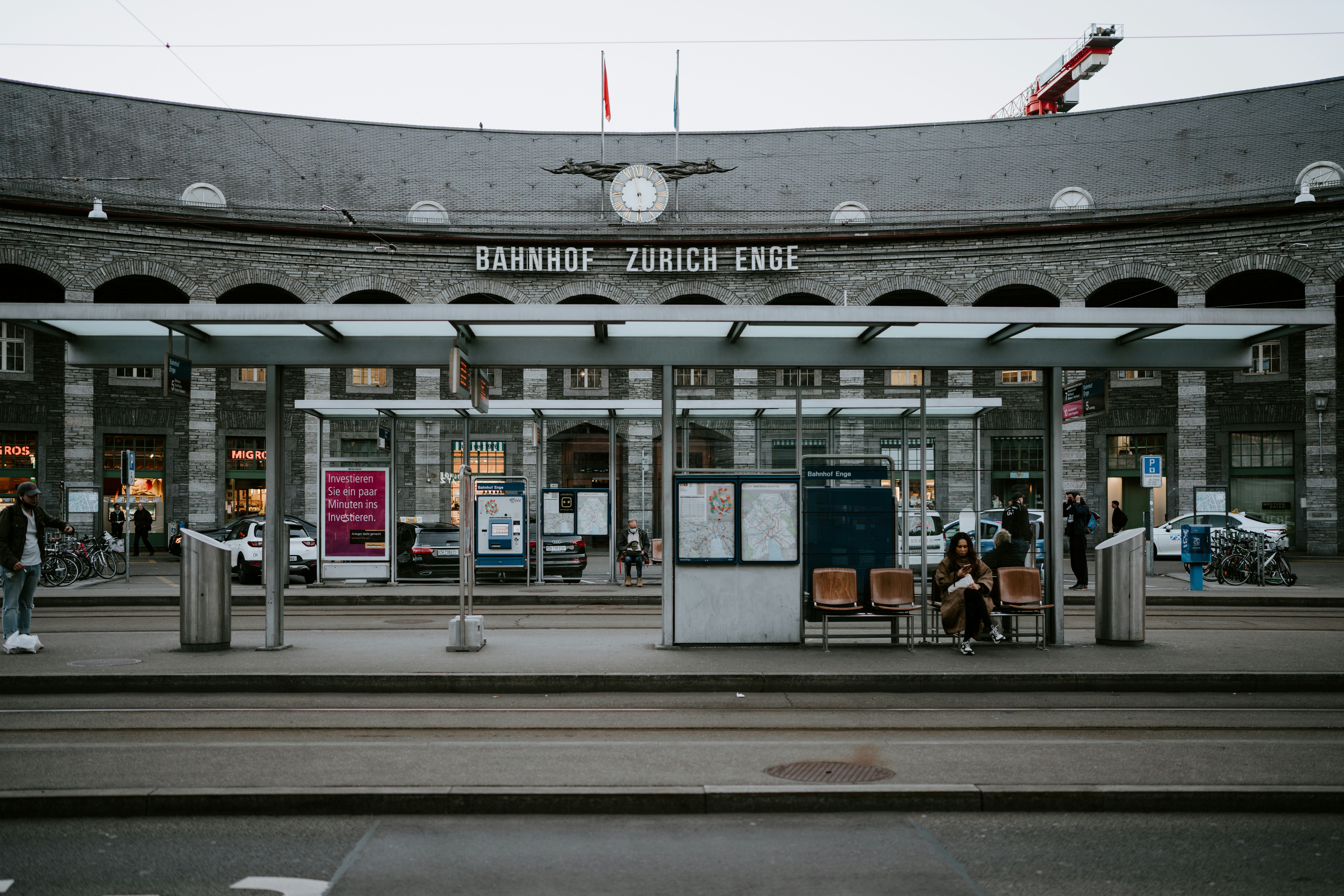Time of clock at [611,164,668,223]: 5:58
